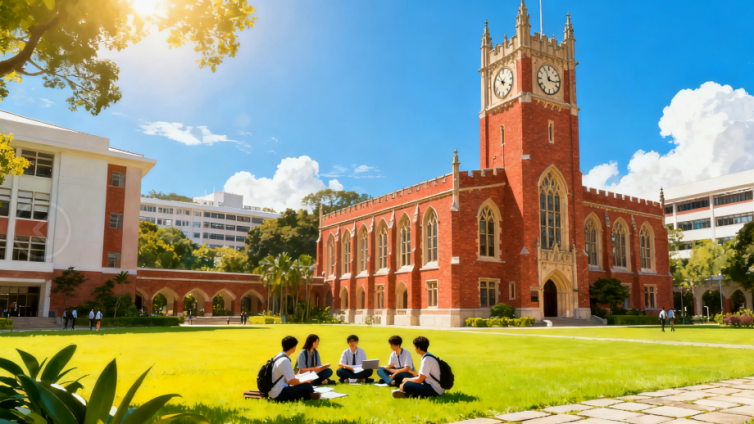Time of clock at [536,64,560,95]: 11:16
